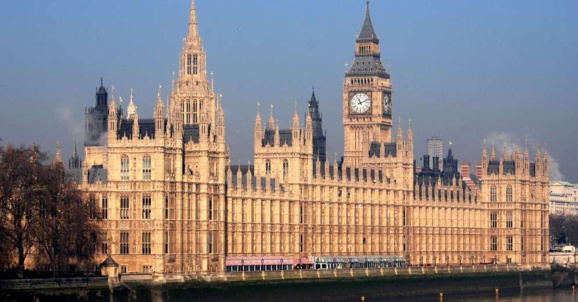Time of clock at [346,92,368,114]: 11:11
